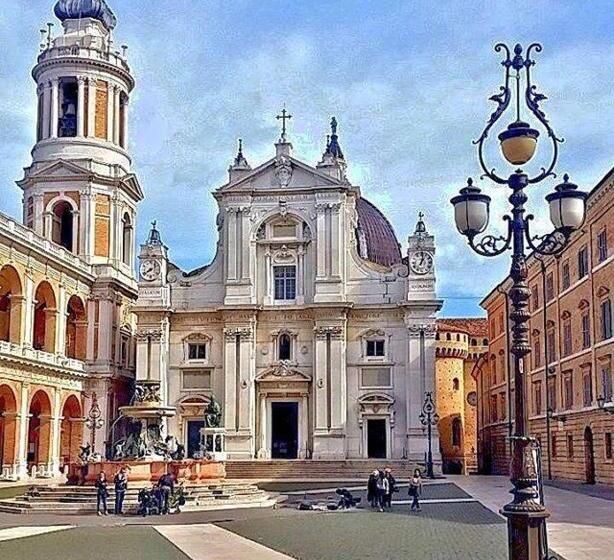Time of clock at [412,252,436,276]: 1:02
